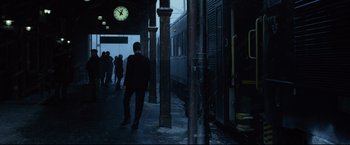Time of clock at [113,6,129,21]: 12:52
